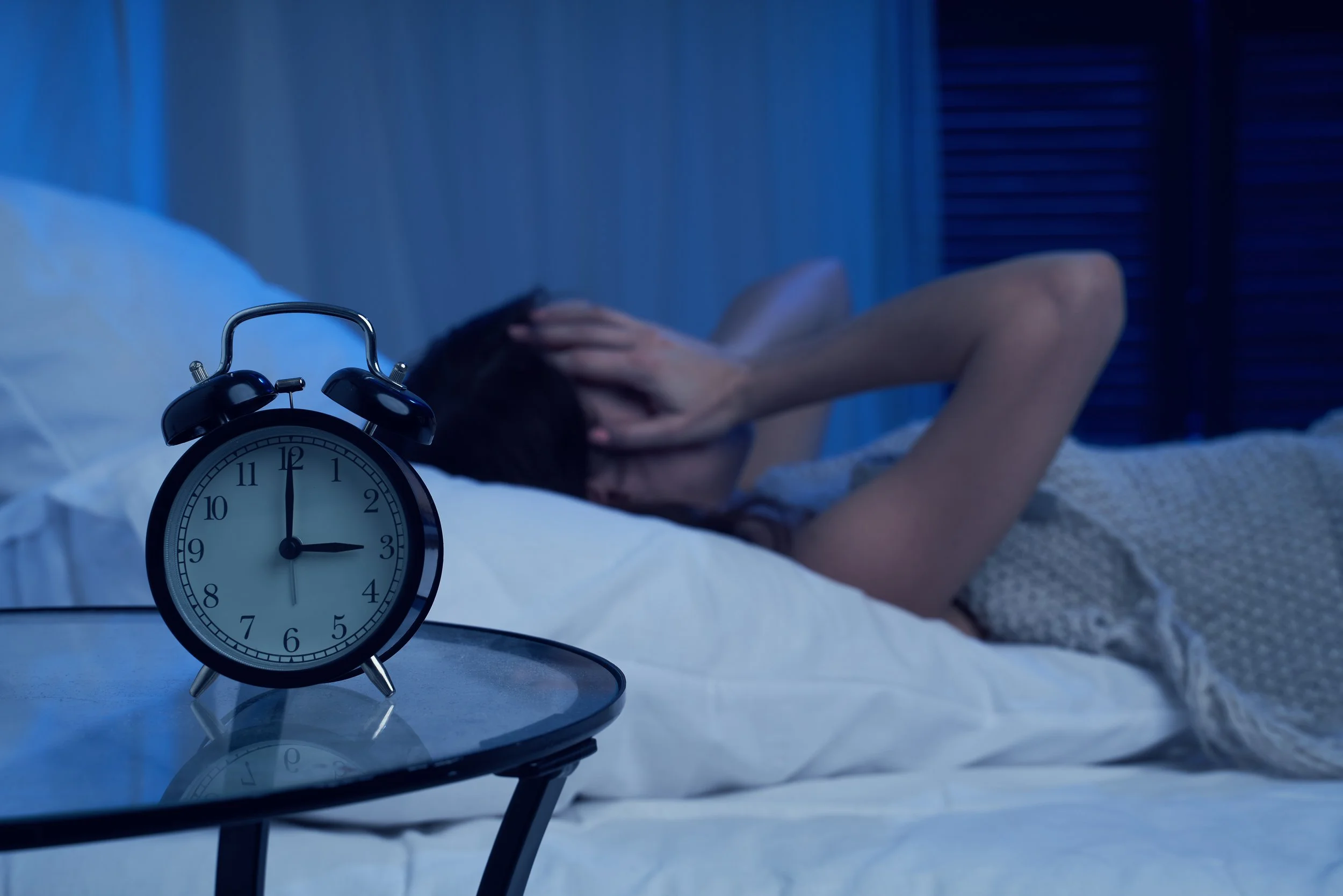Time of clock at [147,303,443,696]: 3:00
